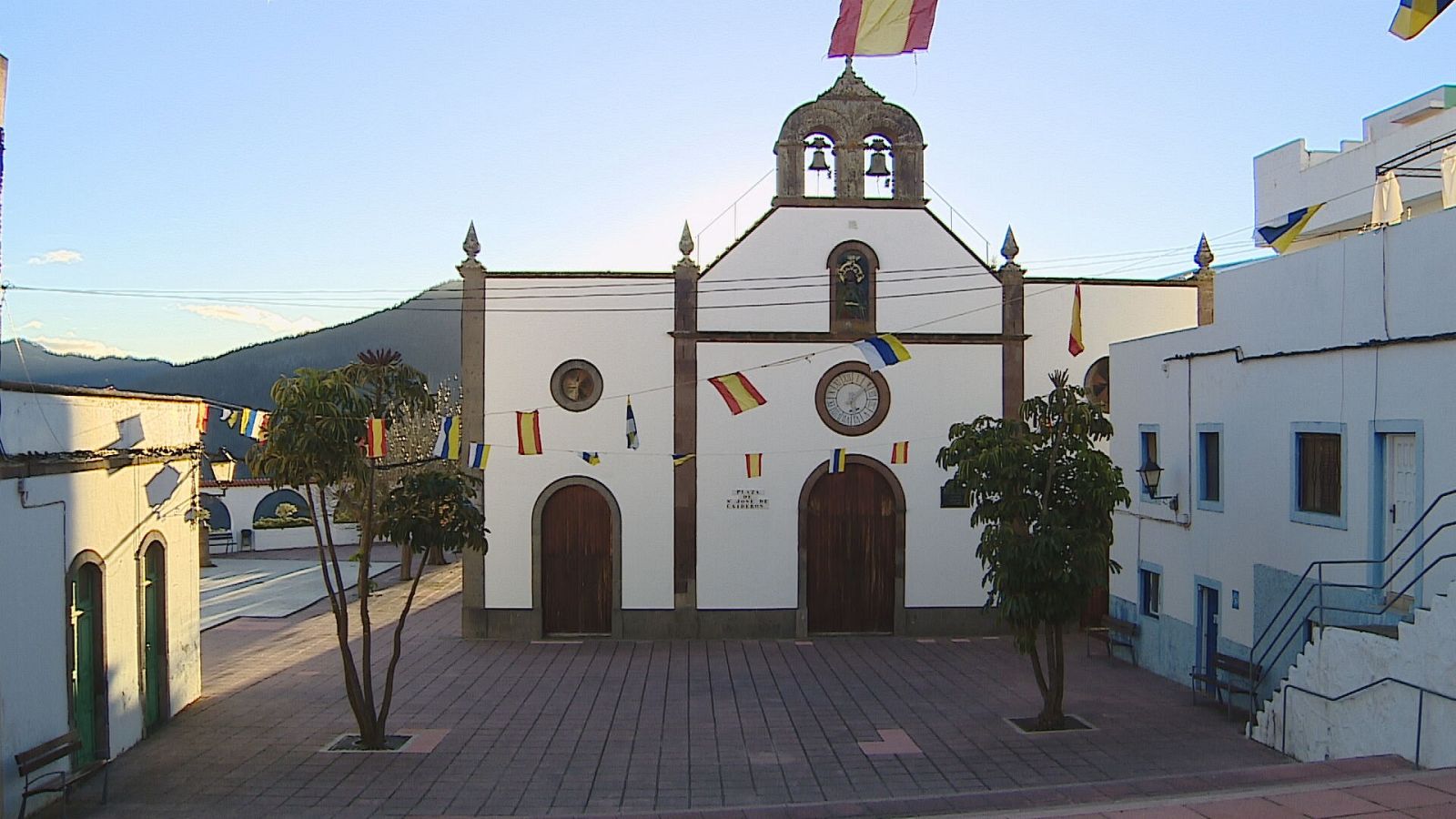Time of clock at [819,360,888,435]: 6:08
